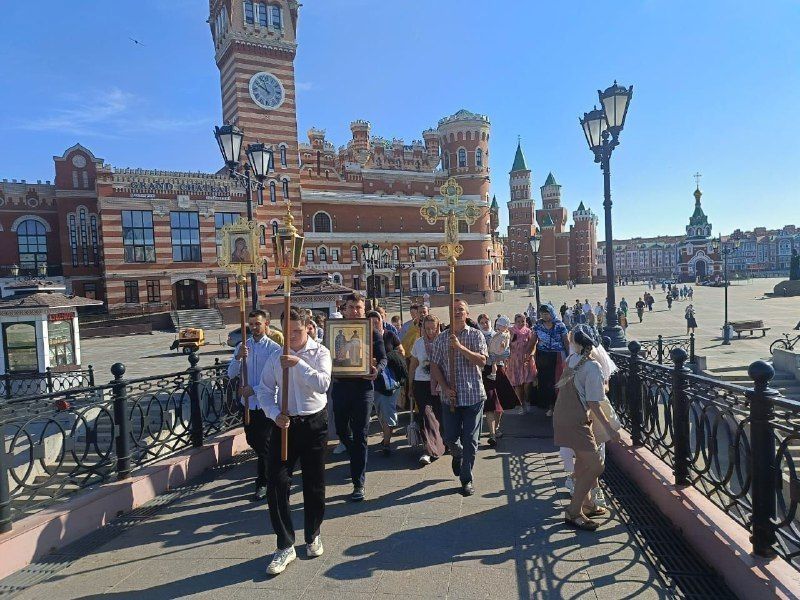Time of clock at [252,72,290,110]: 9:57
